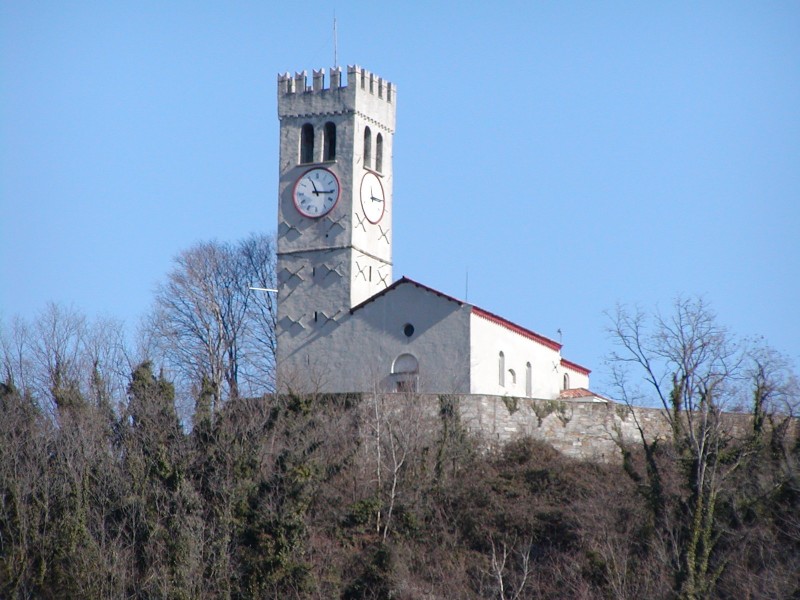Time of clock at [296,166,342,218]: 11:15
